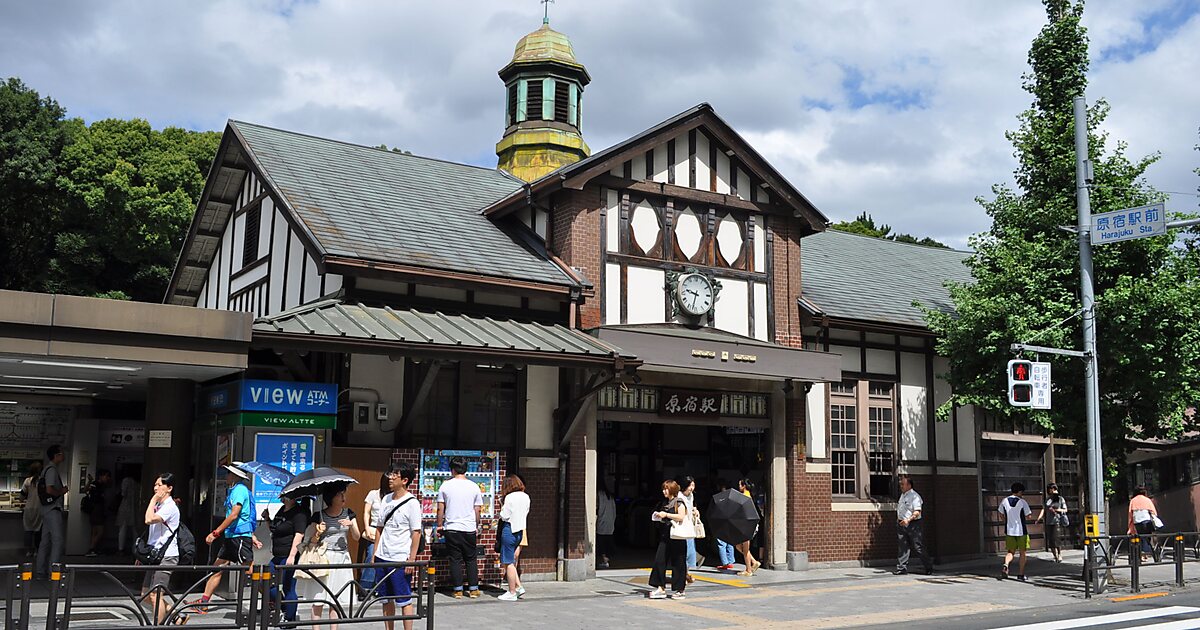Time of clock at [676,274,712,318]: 9:32
